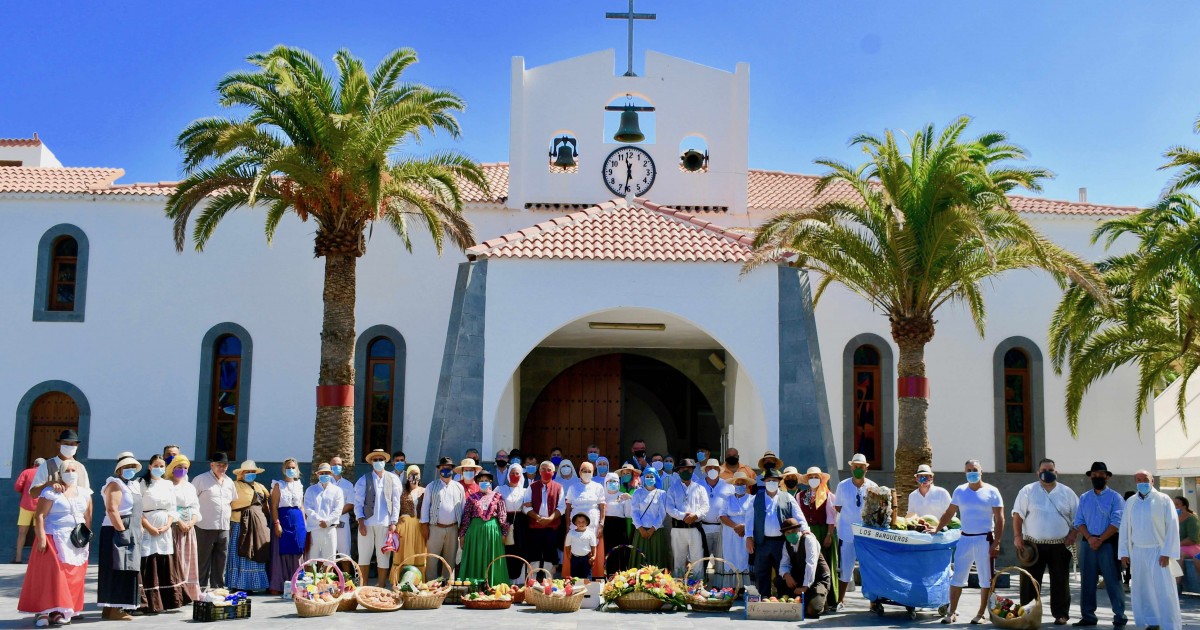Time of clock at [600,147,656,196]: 11:31
